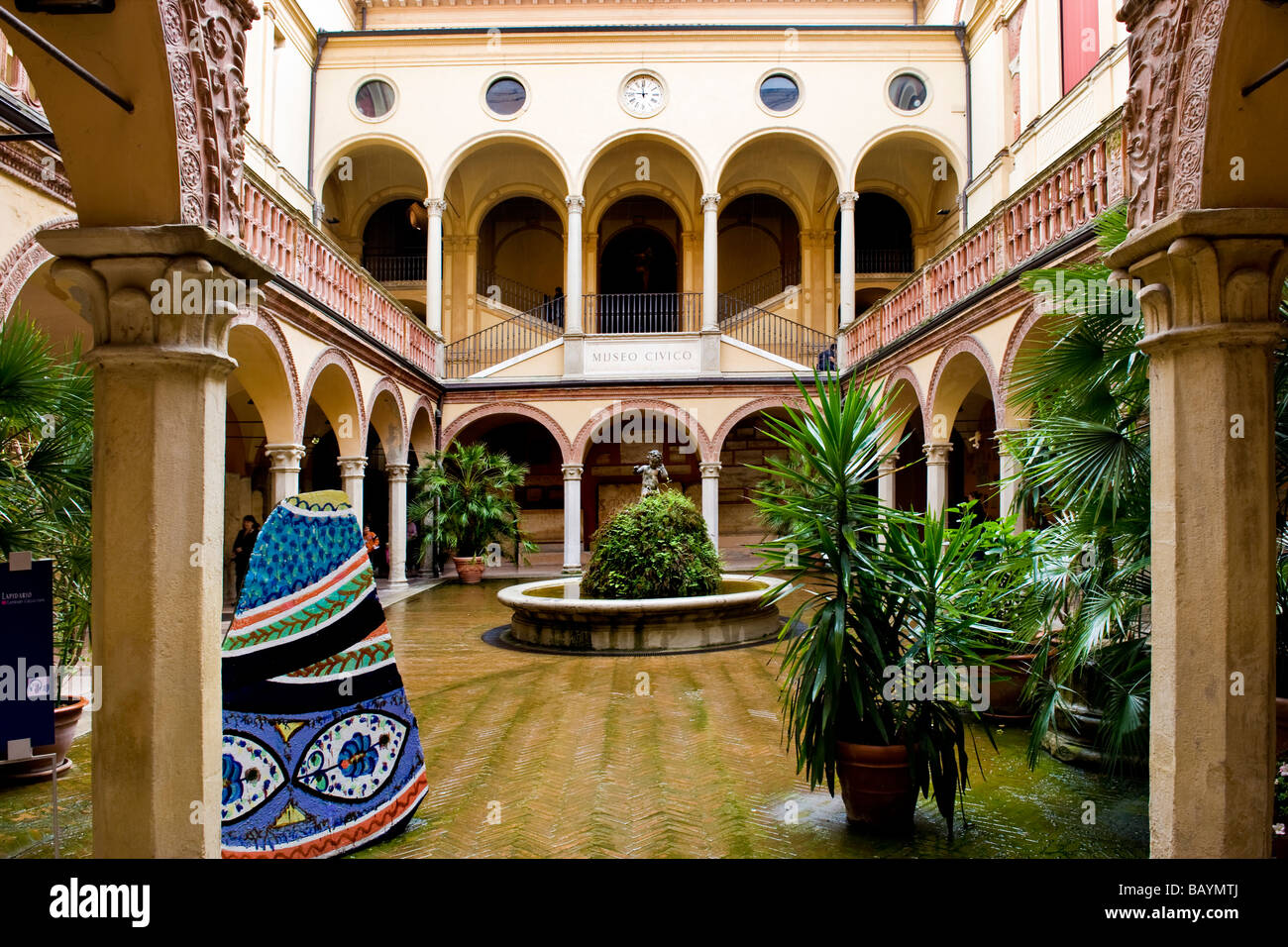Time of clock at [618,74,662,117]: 11:46
